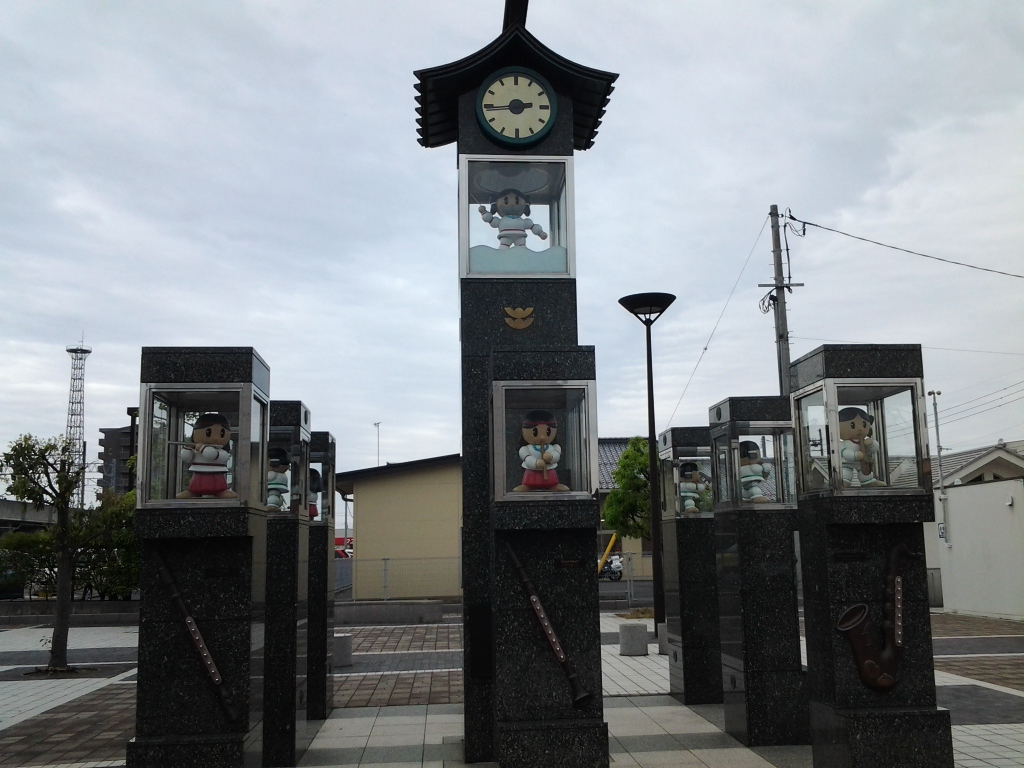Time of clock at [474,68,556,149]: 2:44
